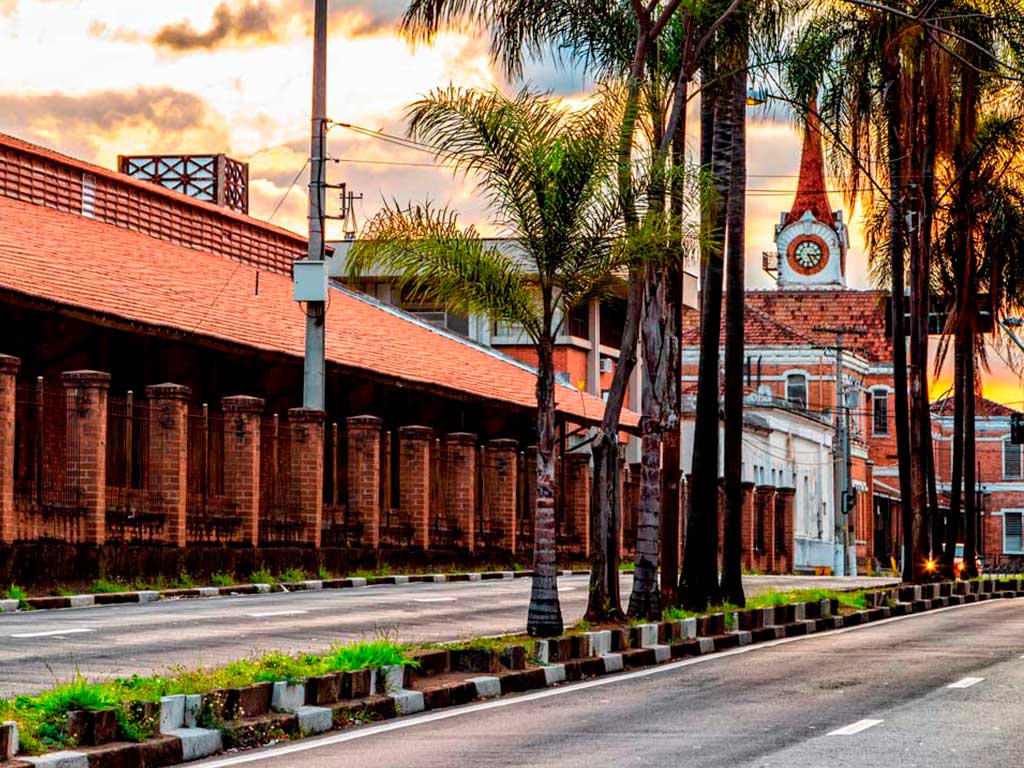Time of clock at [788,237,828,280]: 3:25
